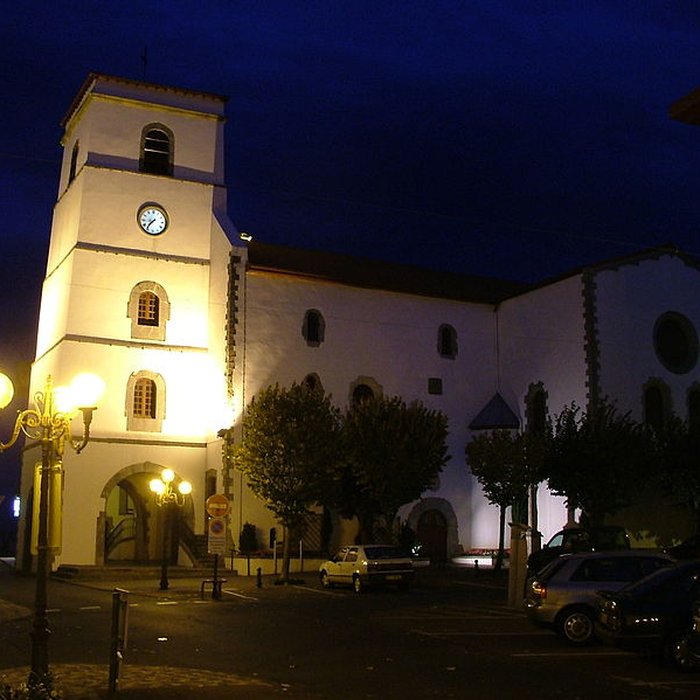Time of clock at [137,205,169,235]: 8:36
